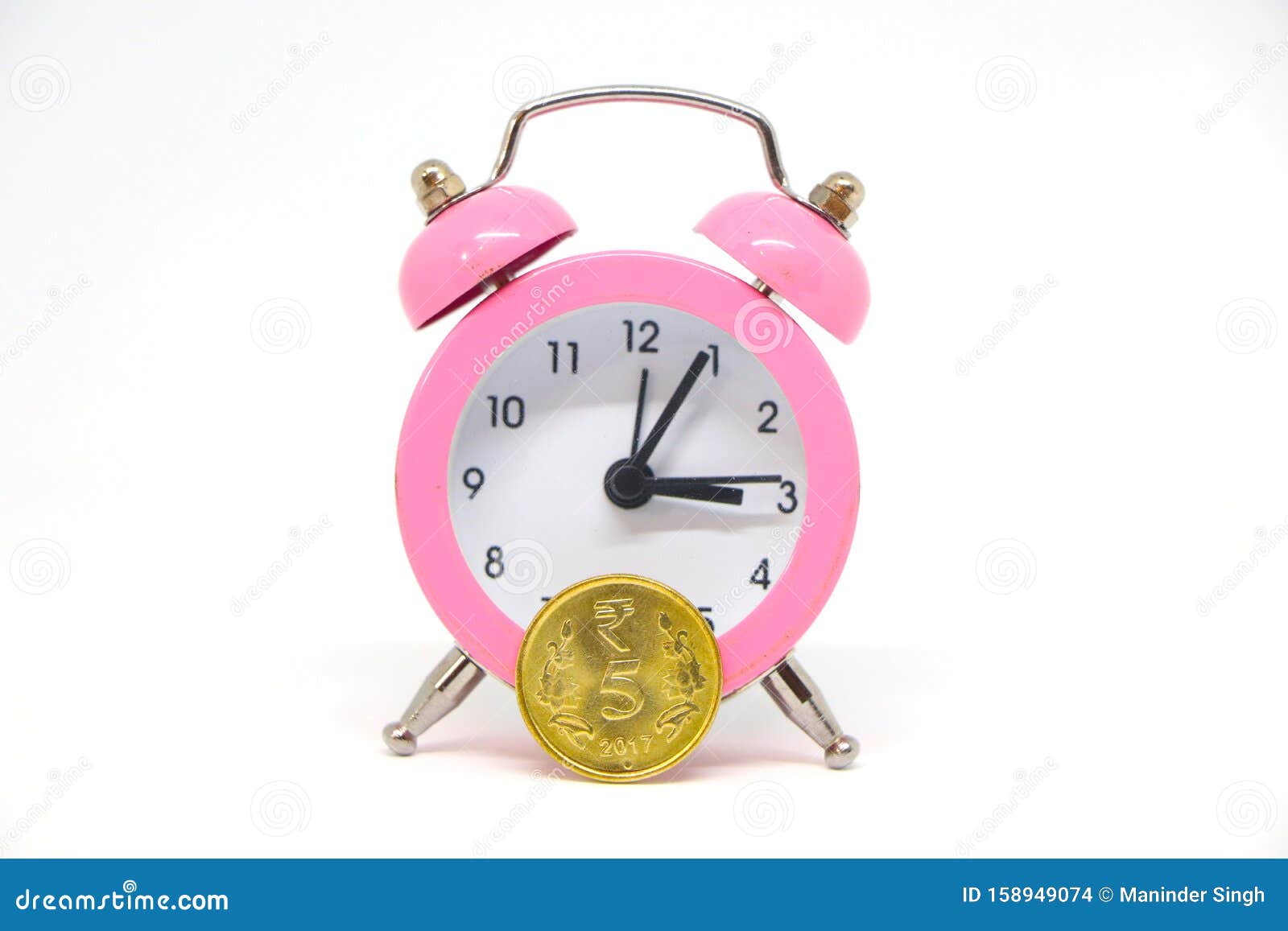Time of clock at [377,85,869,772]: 3:04
